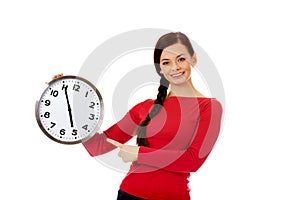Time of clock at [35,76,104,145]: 4:55
